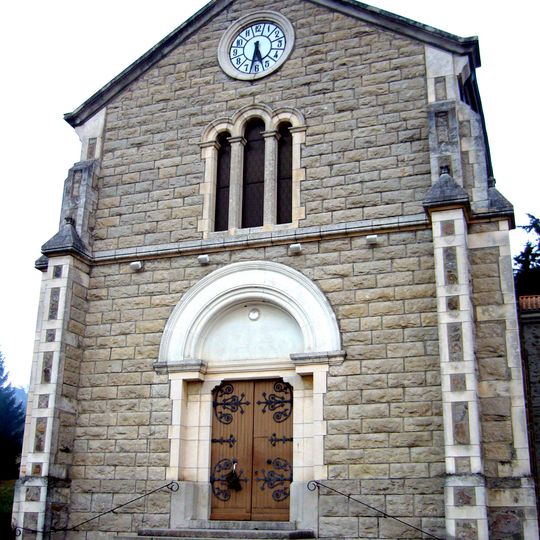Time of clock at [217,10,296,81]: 5:32
